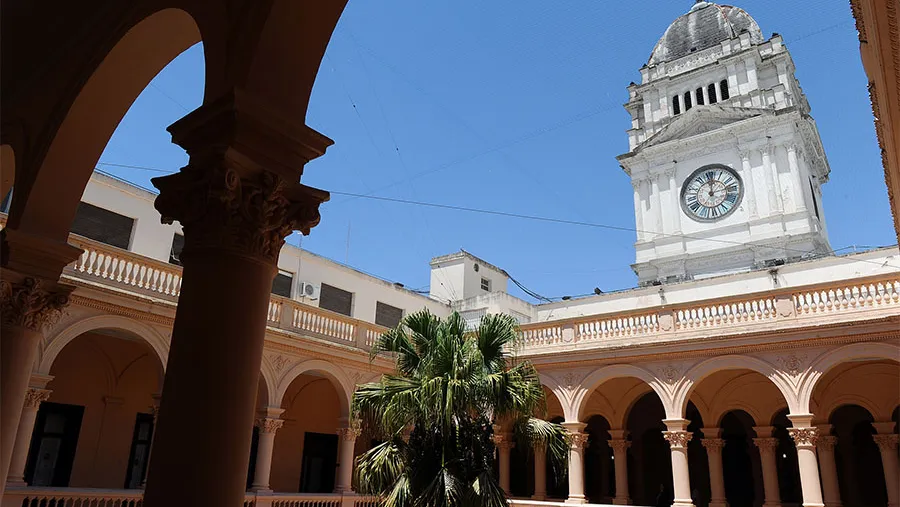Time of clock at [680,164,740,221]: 12:13
